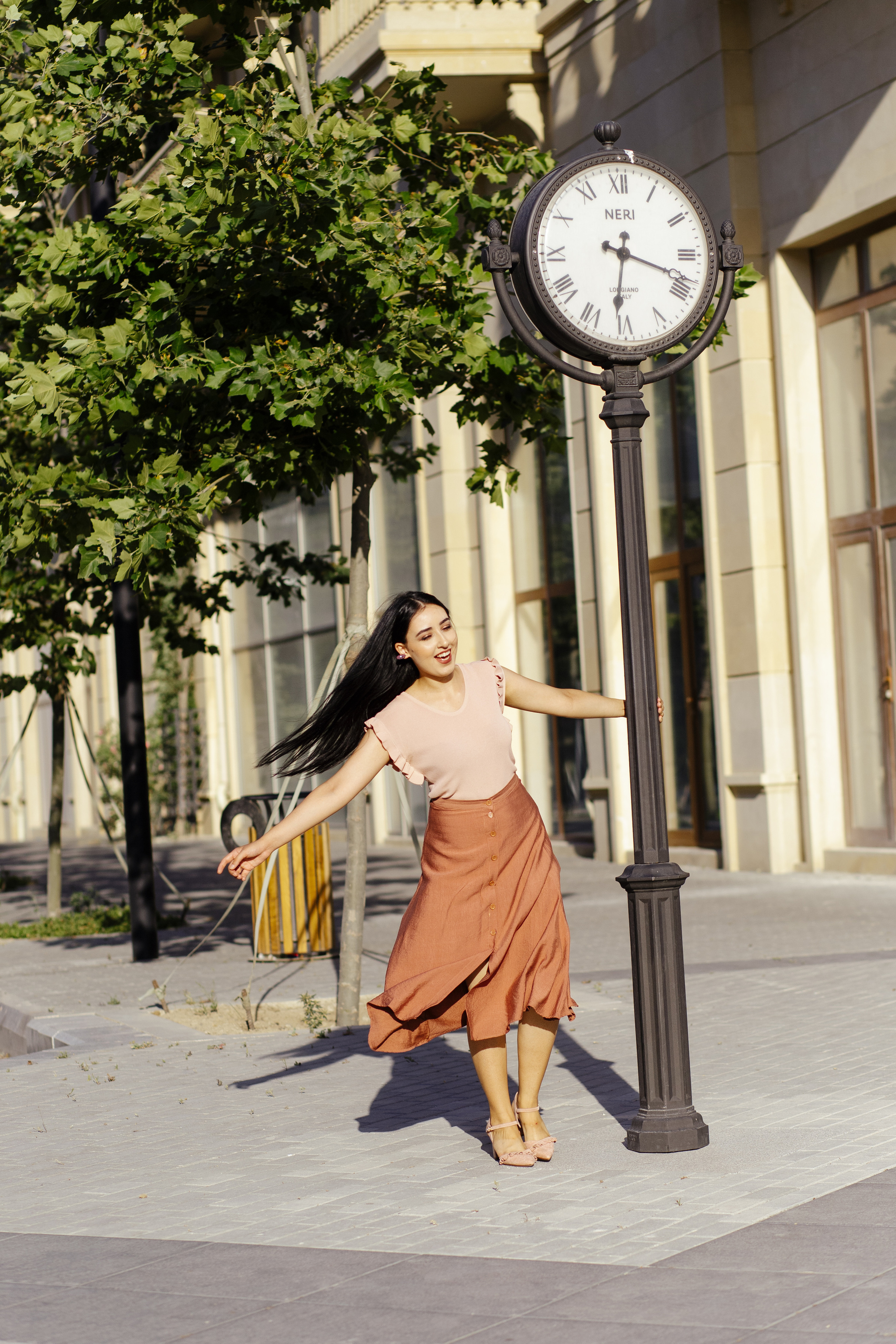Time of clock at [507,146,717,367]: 6:18
